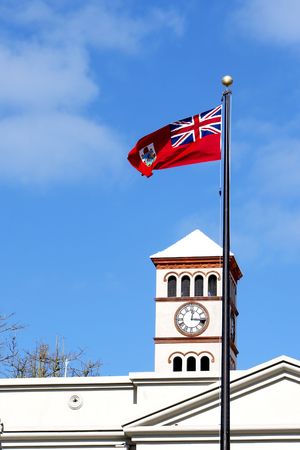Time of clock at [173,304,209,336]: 12:16
